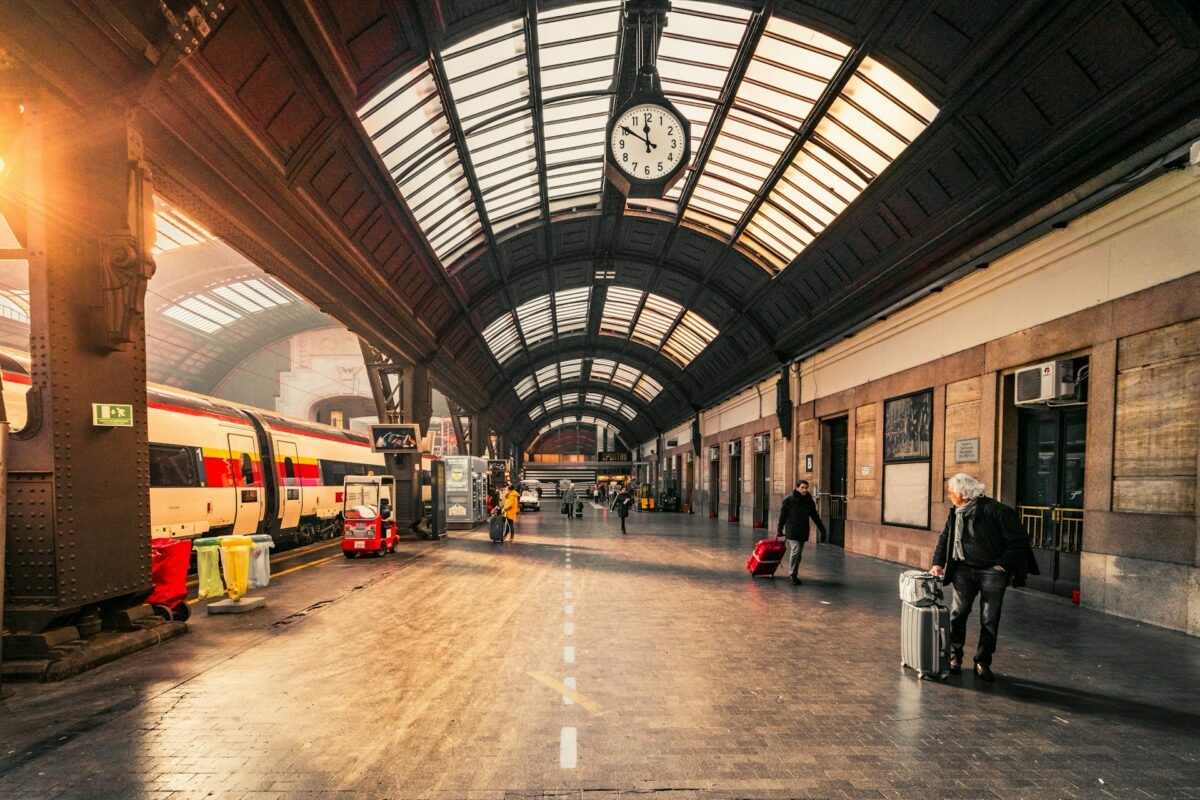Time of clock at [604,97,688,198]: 11:50
